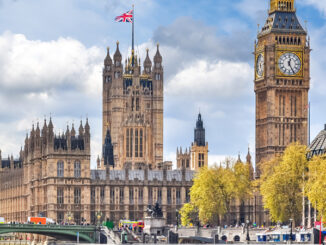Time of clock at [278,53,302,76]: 12:25
